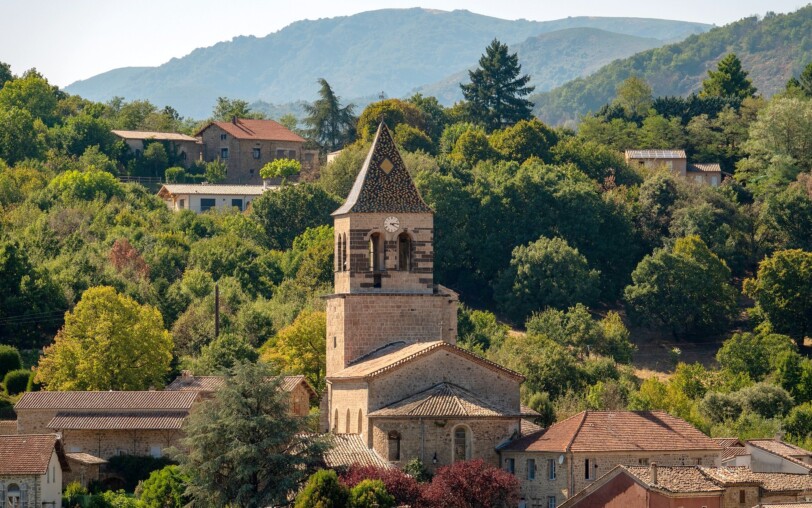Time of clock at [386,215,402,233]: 4:13
